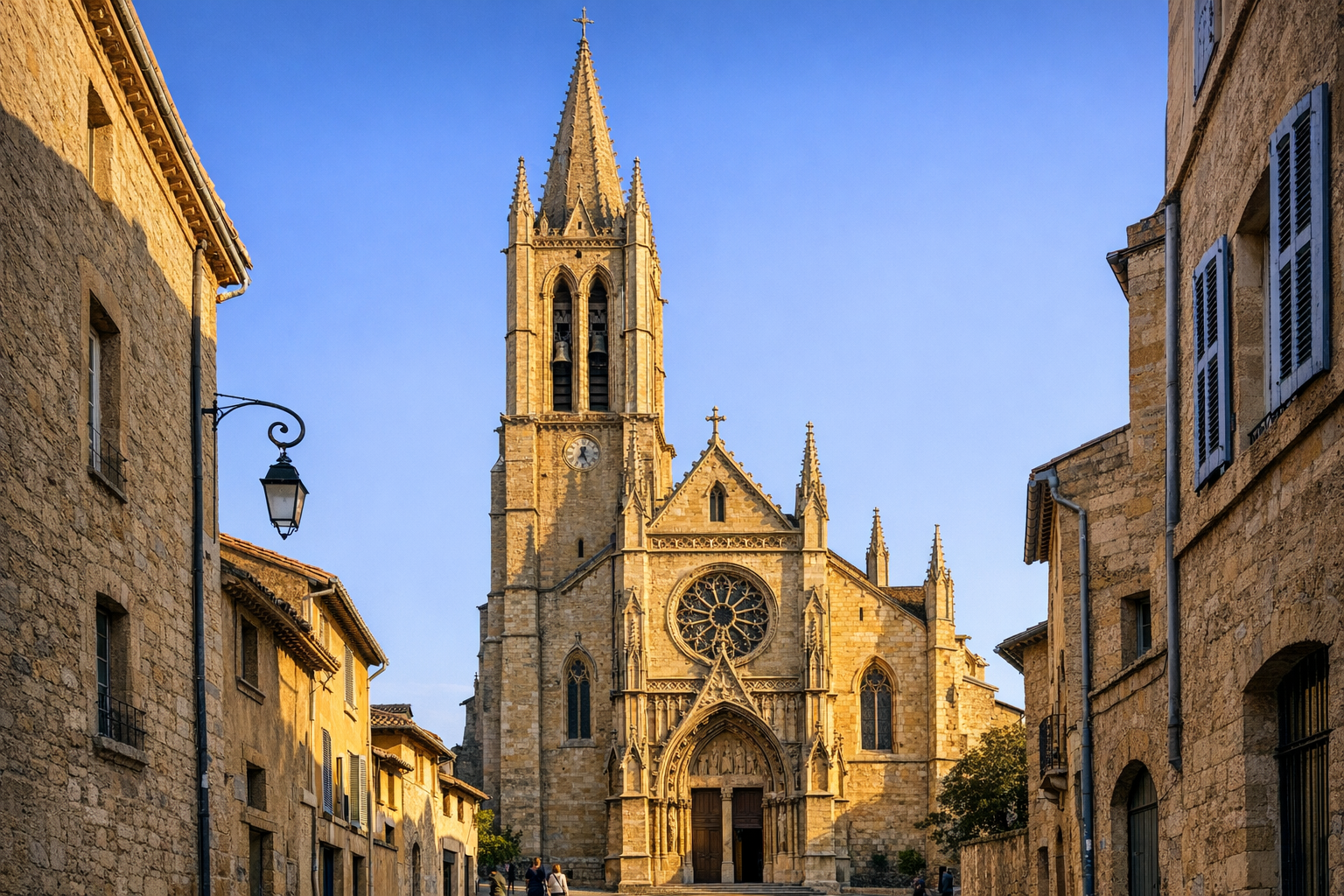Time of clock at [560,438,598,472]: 7:25
